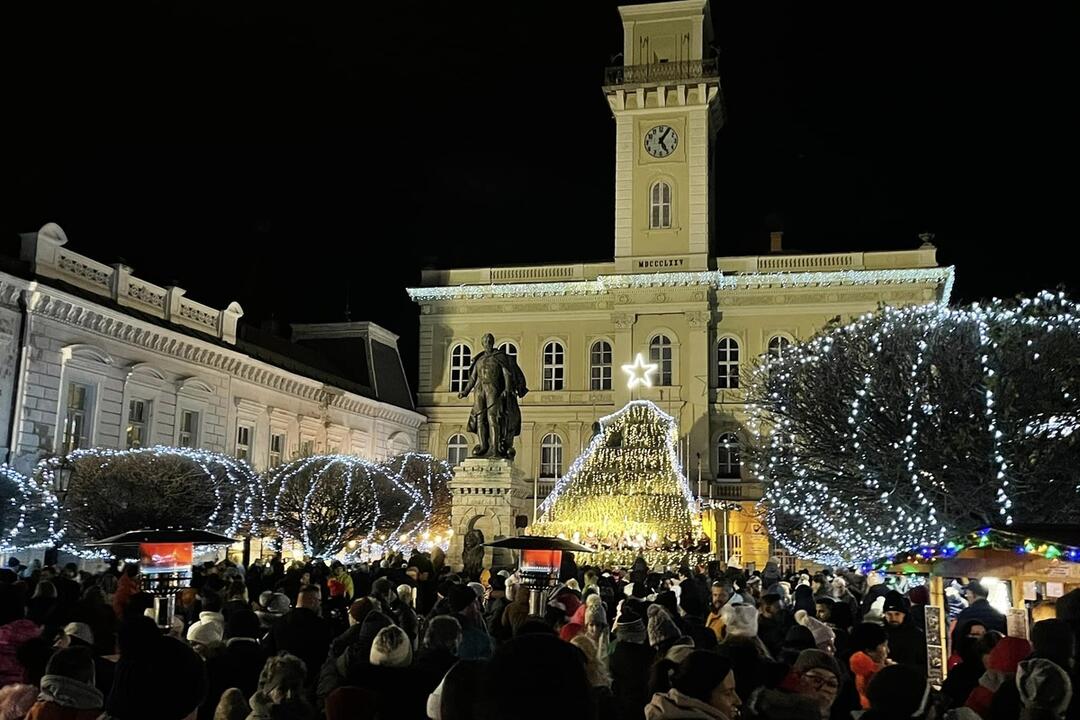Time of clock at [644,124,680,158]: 5:05
